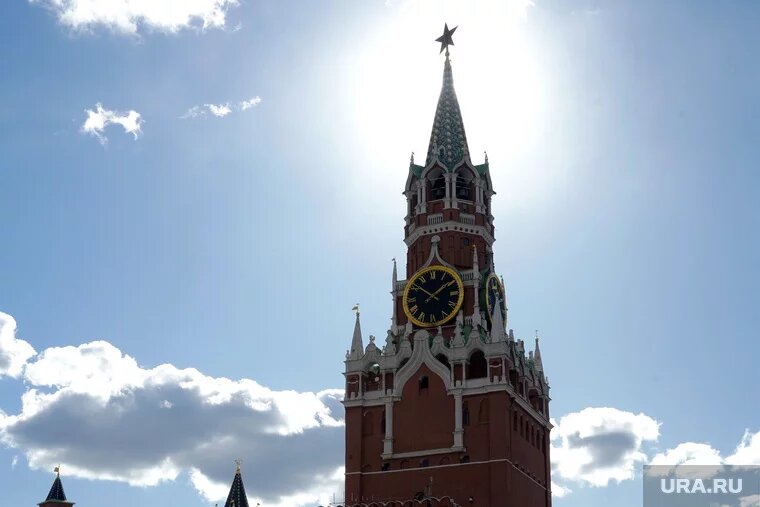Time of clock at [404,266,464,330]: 1:51
